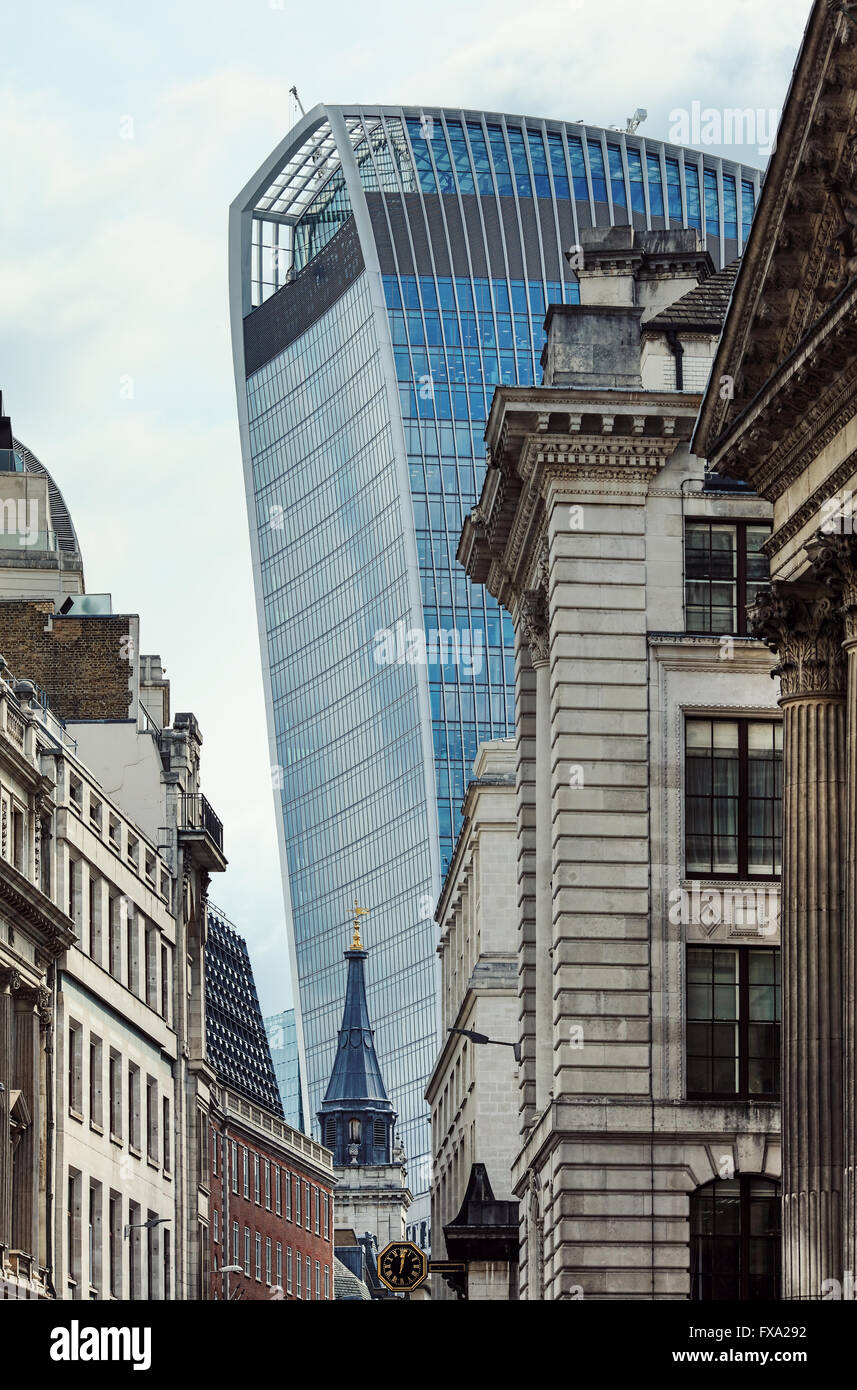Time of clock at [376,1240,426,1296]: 12:02
